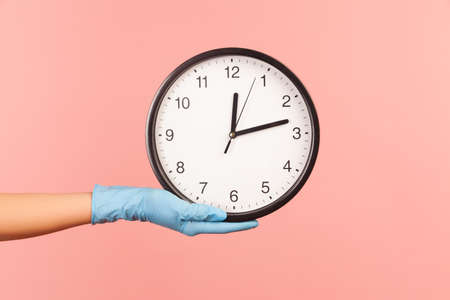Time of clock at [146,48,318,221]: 12:12
